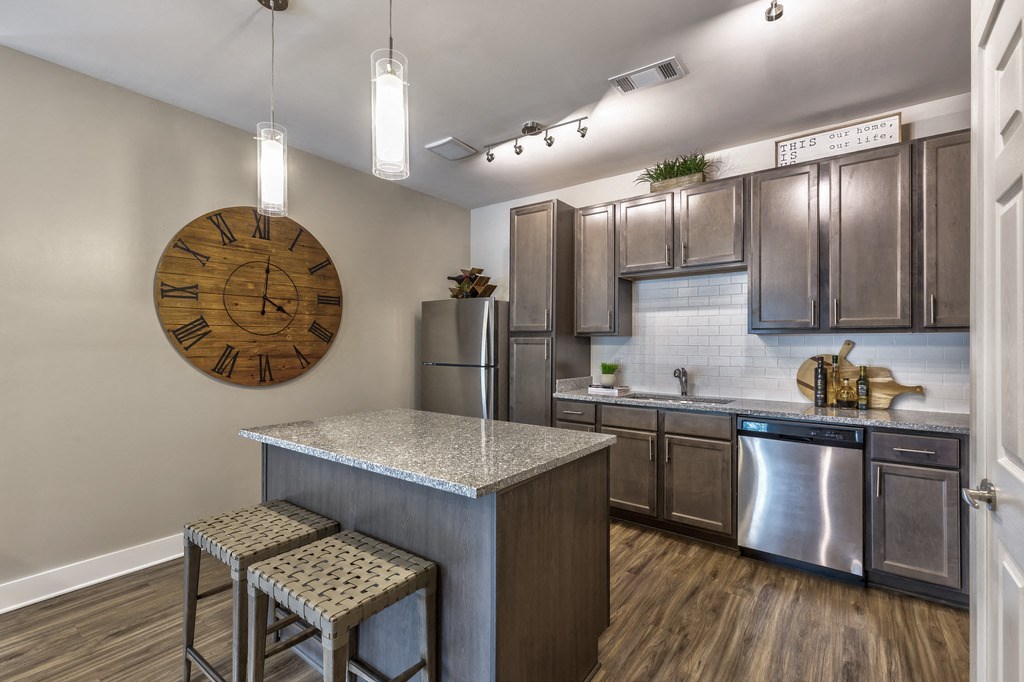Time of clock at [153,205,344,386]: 4:01
